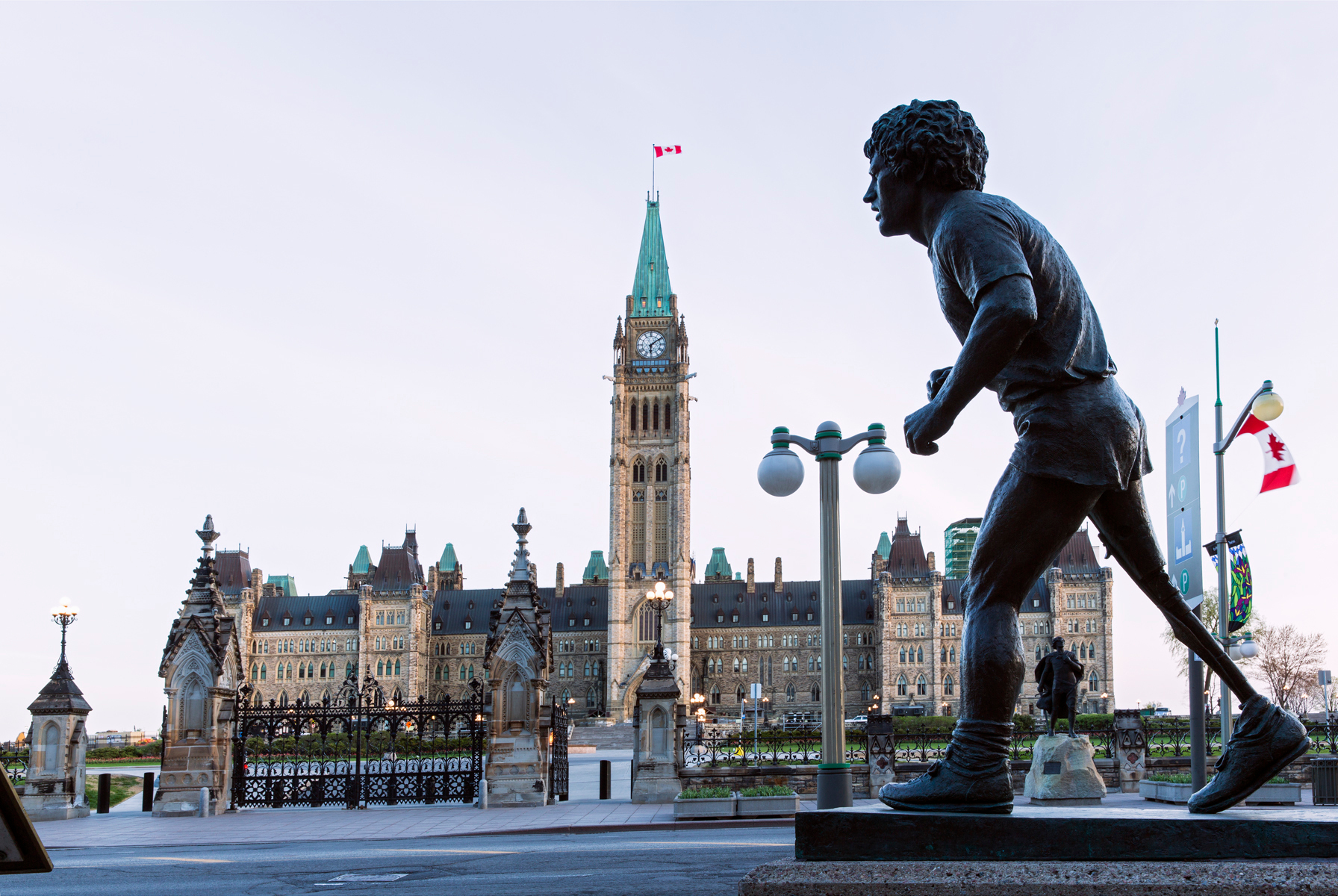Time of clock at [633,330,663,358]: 6:08
